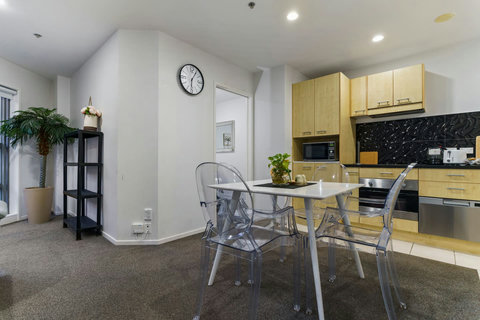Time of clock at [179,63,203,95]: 6:05
